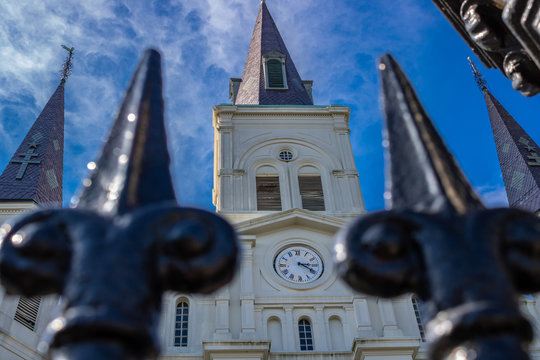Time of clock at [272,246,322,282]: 3:19
